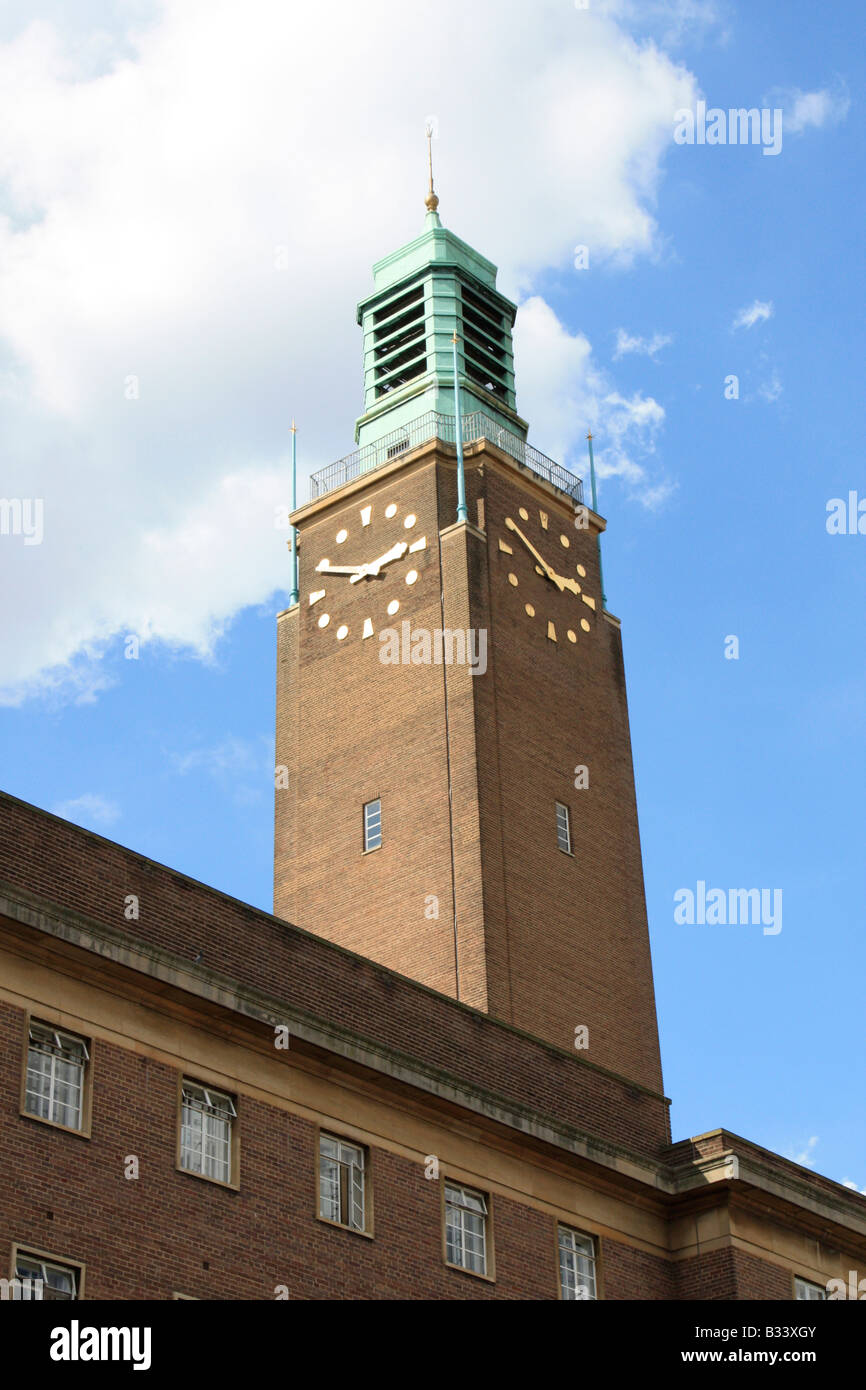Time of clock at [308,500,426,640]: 2:48
